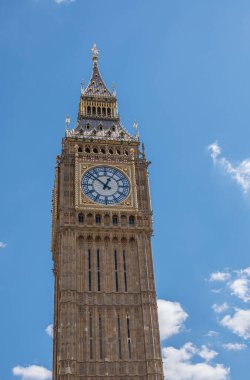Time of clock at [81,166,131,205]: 12:51
